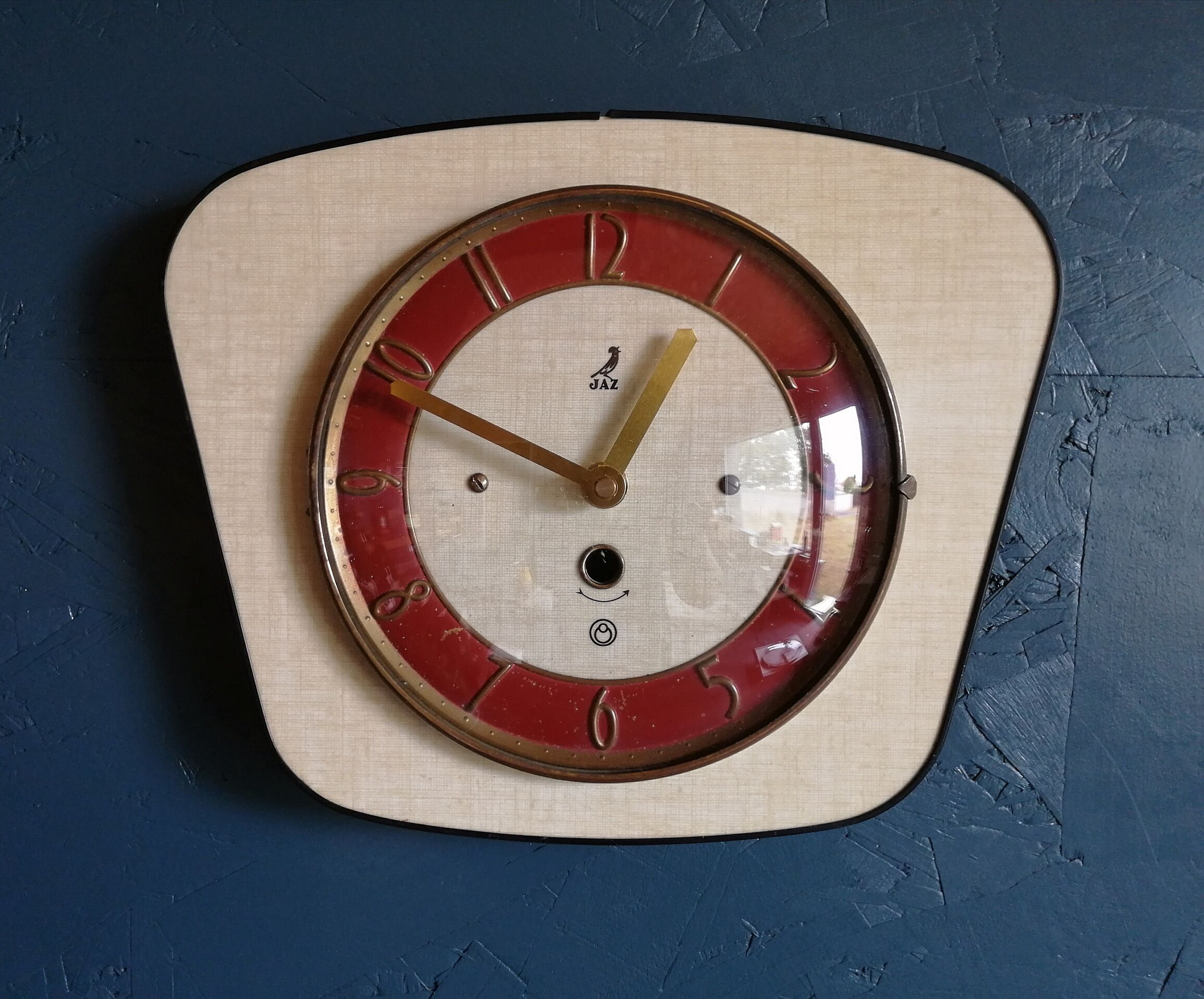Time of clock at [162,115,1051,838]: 12:49
